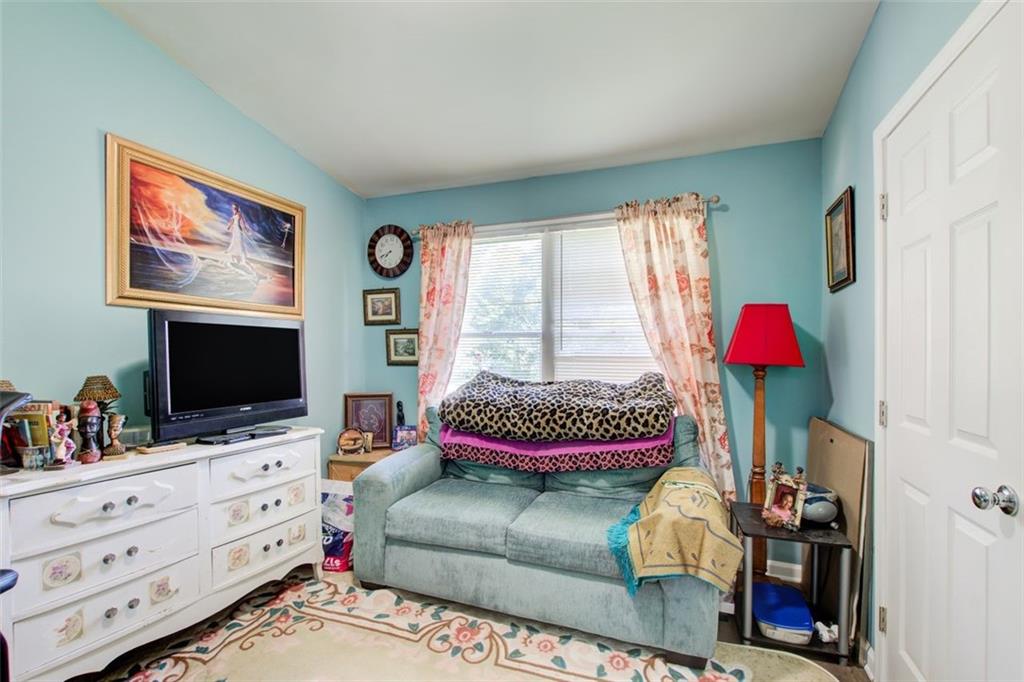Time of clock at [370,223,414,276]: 7:40
